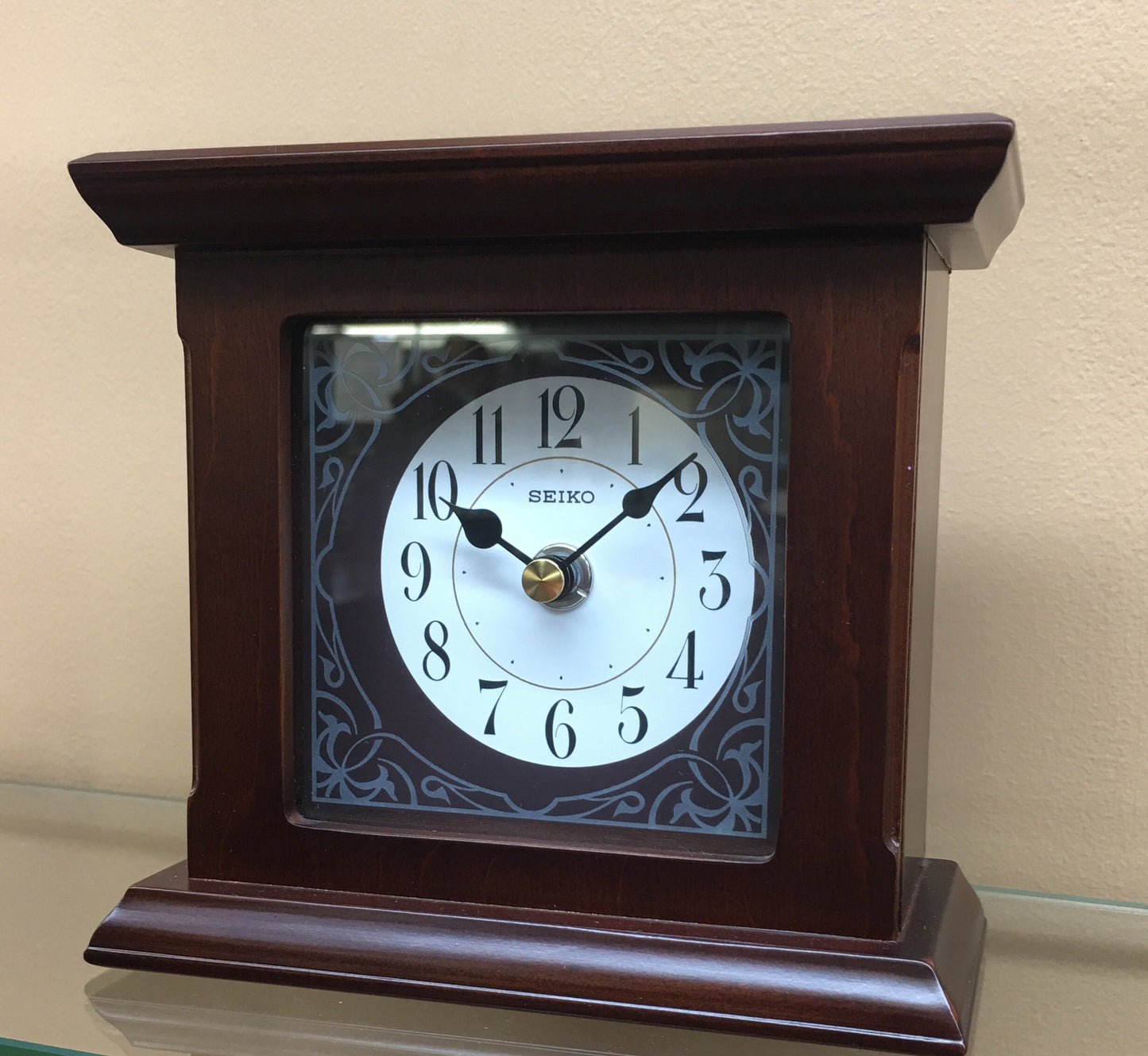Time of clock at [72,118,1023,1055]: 10:08
